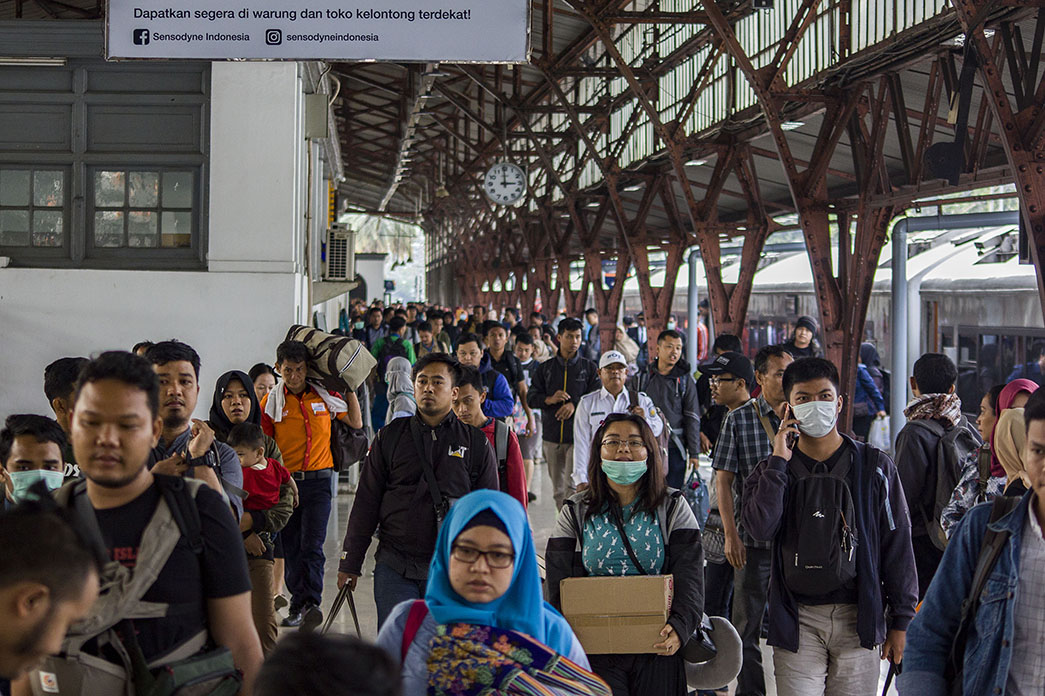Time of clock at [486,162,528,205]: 2:59
